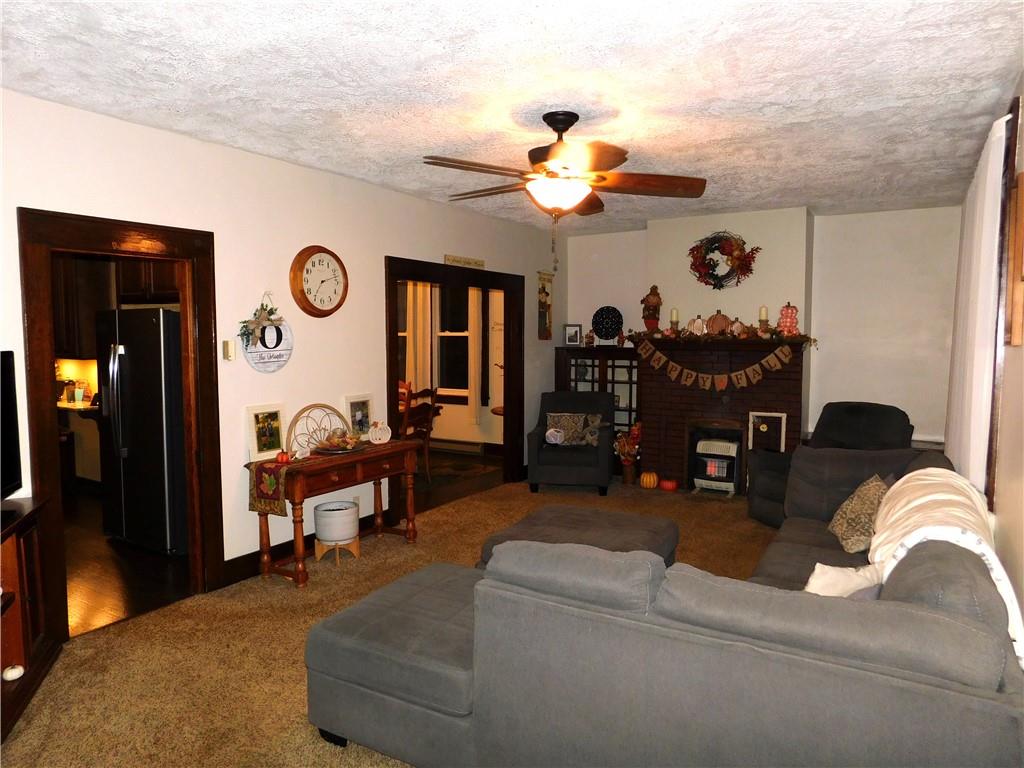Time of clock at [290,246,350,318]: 7:12
